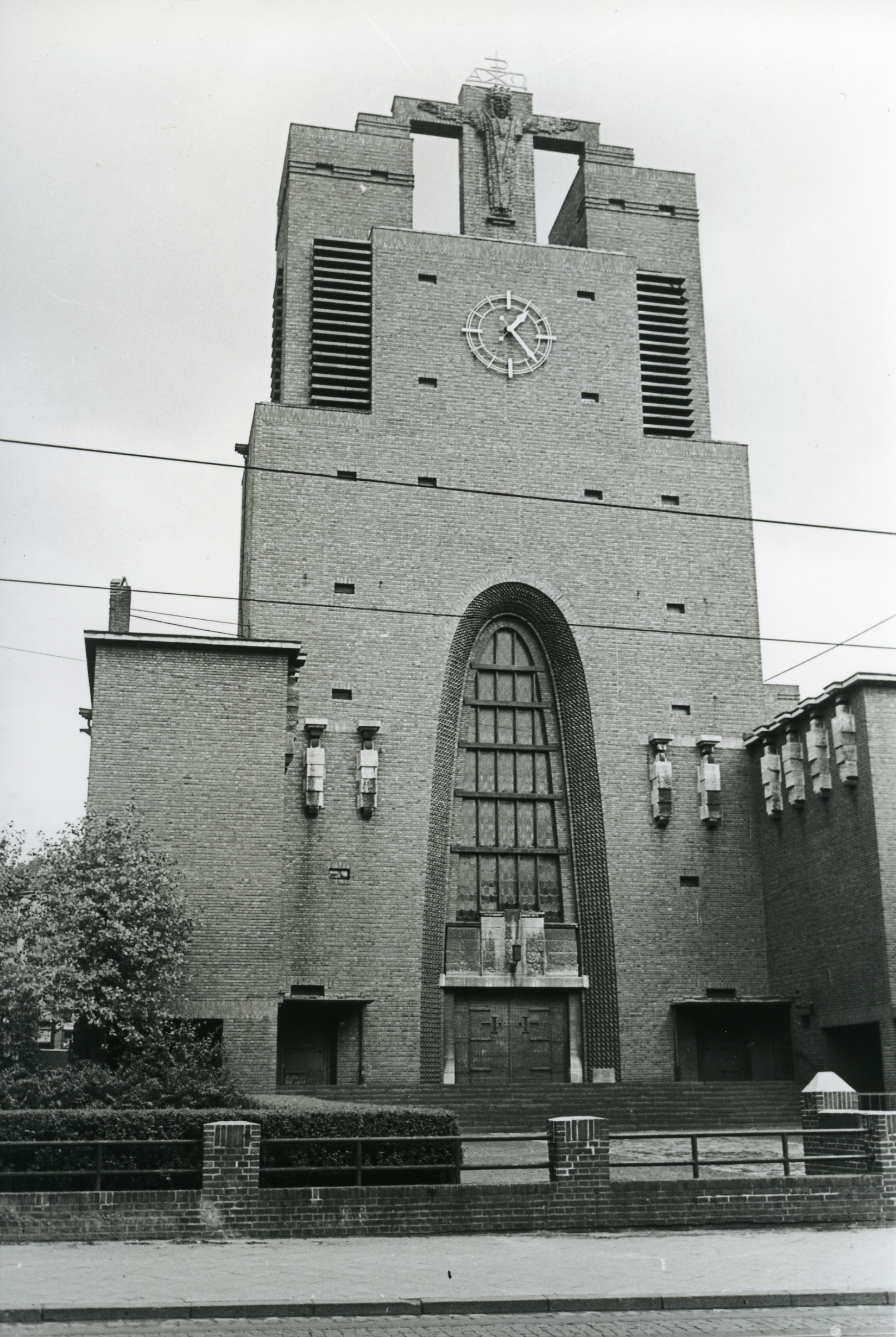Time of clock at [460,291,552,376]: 1:23
